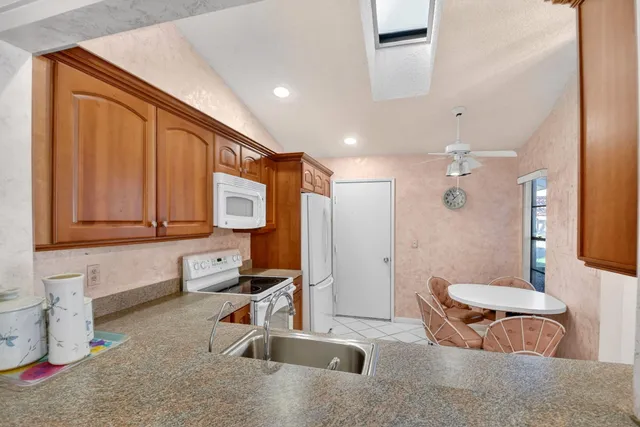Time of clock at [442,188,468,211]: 11:07
